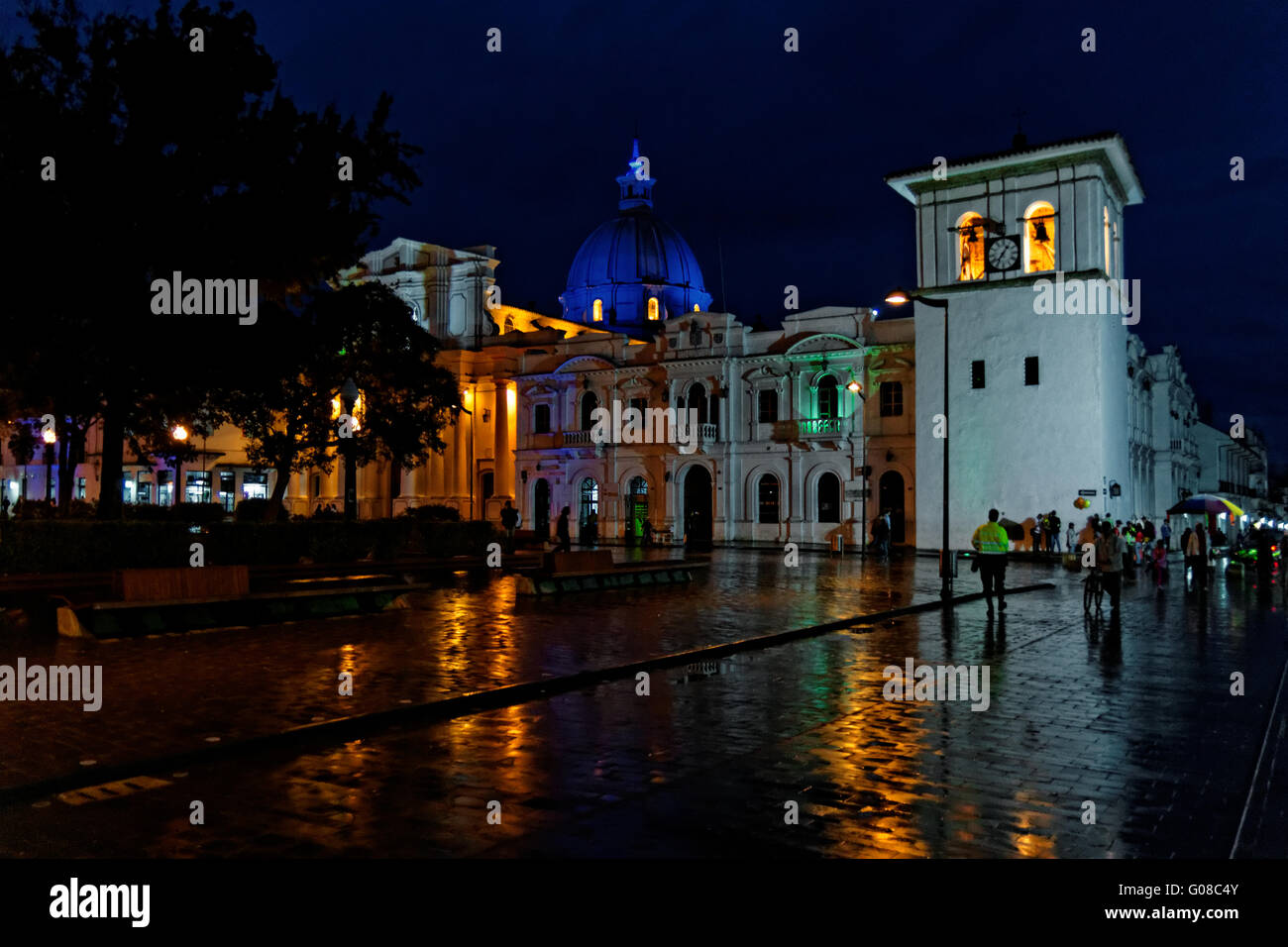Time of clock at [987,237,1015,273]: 7:06
